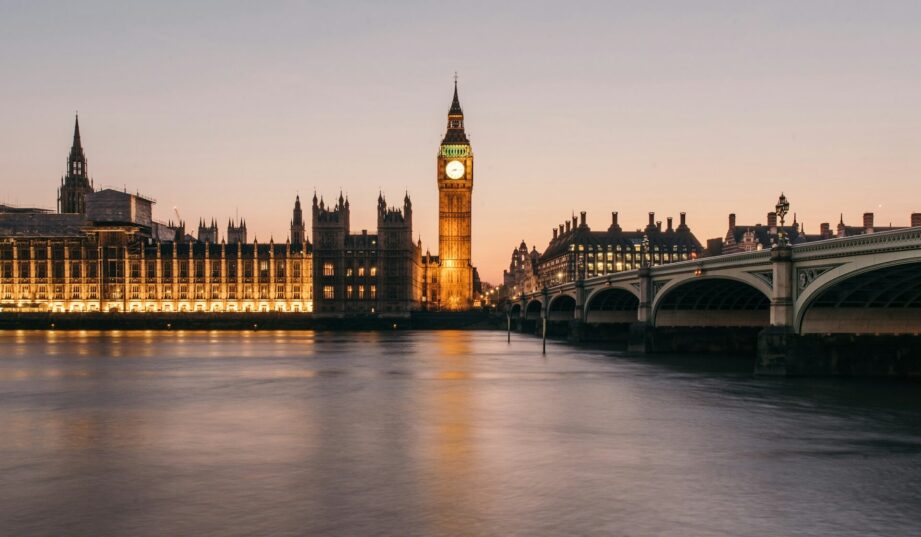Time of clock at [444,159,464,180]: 8:14
